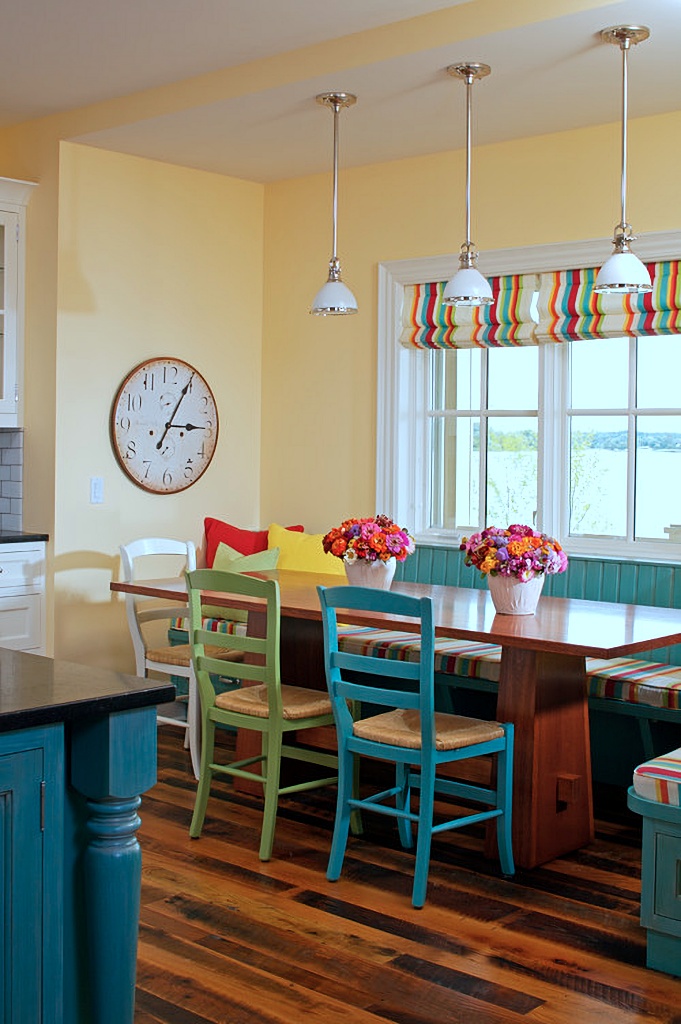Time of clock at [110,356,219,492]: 3:04
